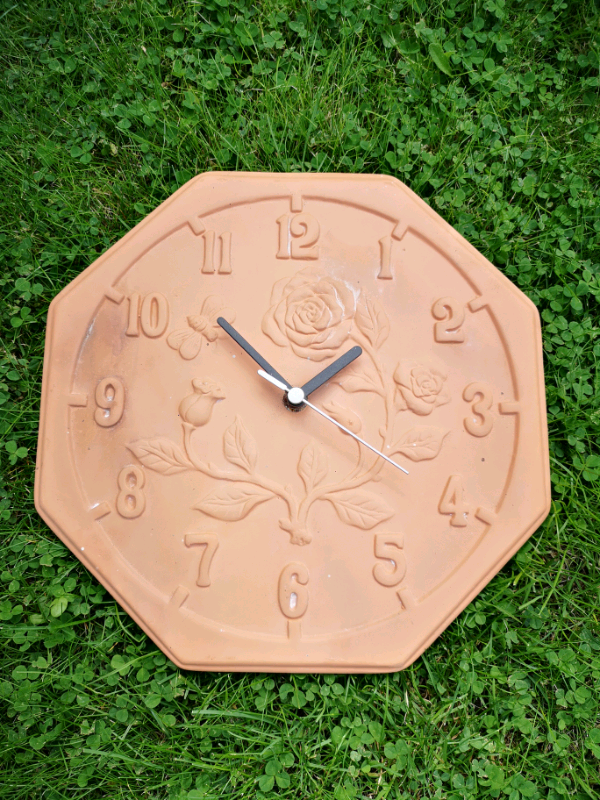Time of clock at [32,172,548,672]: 1:52
